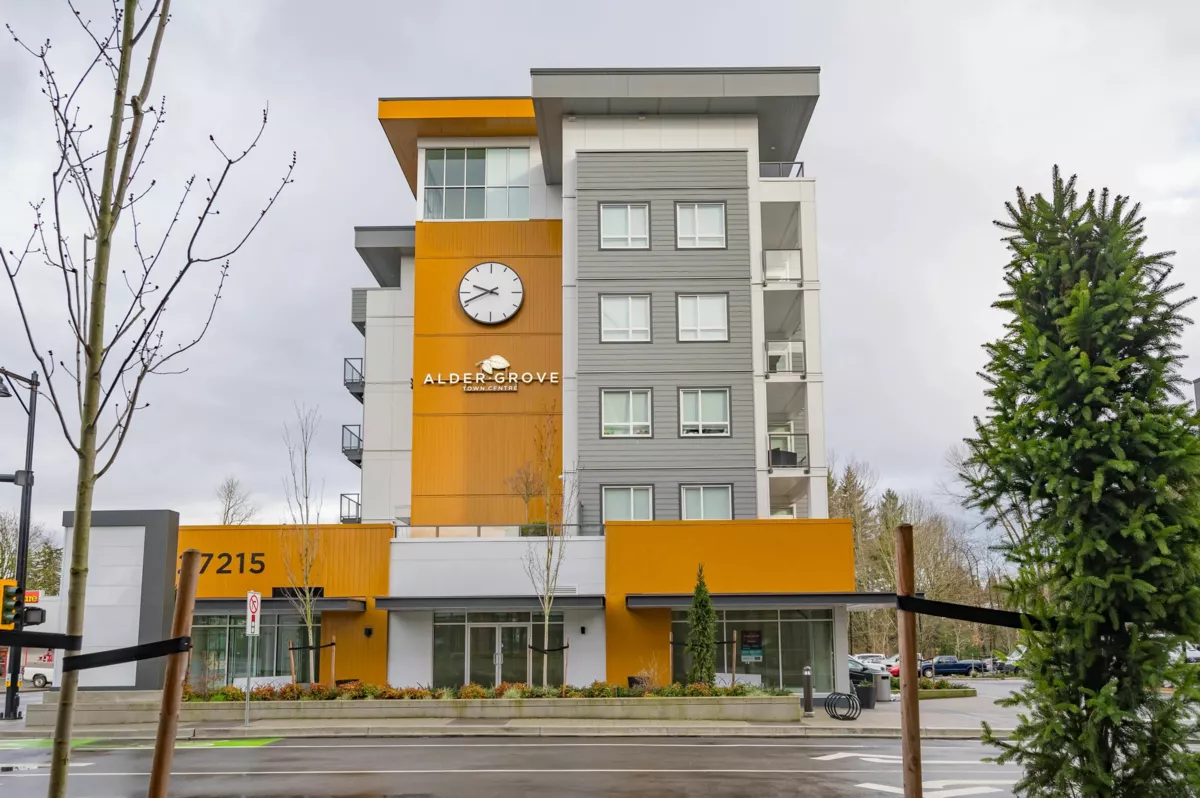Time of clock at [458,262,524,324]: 9:41
